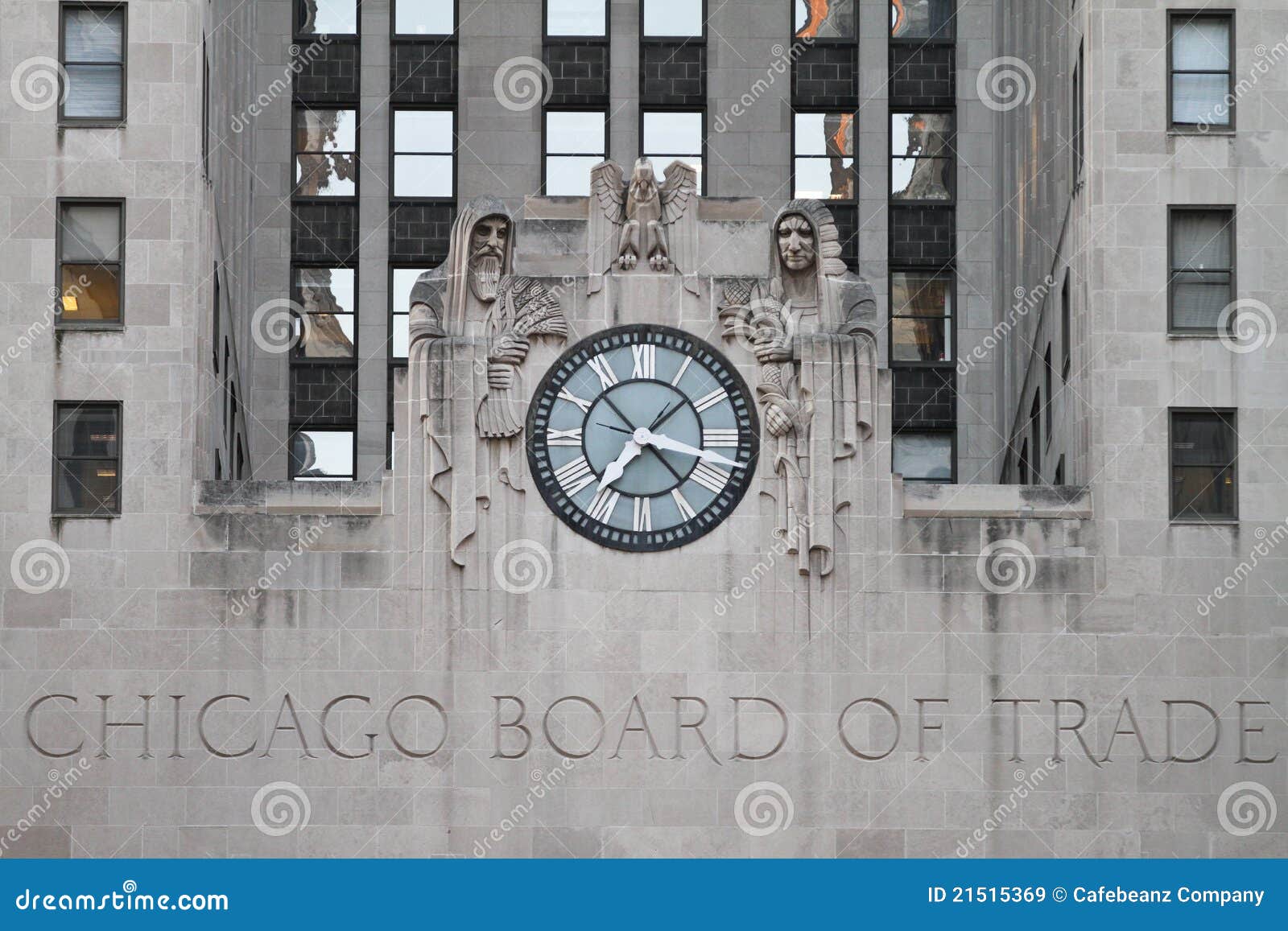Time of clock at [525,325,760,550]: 7:17
